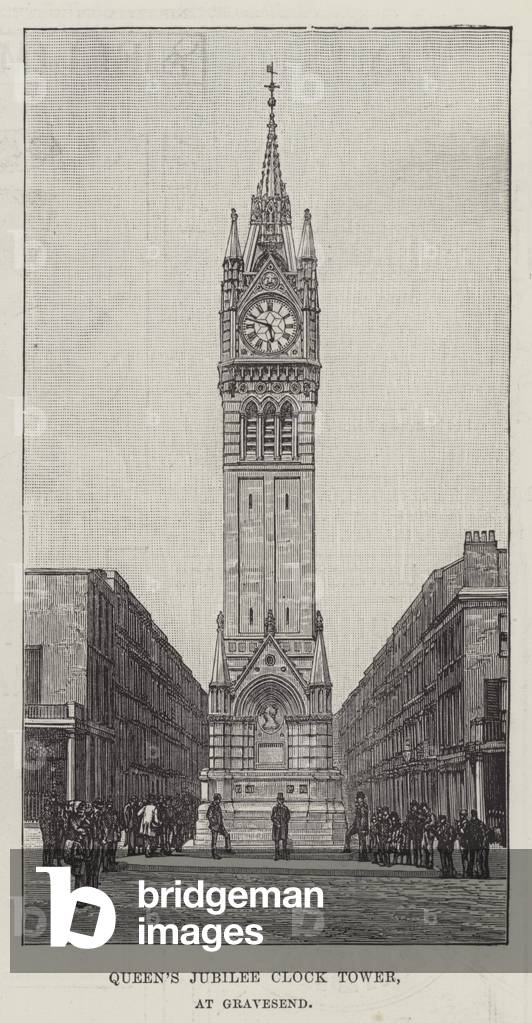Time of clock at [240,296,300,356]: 5:47
